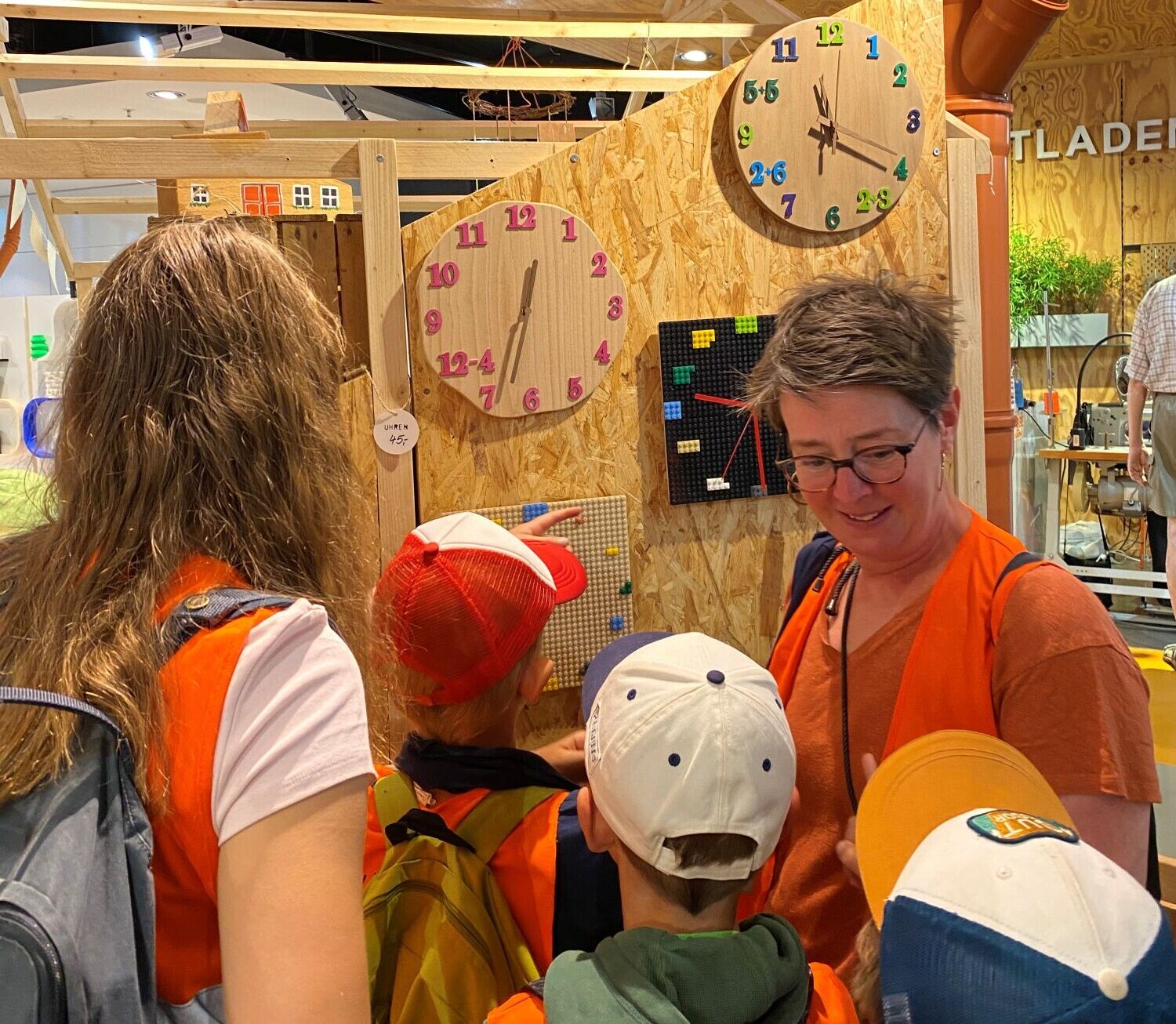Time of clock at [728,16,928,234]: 11:19
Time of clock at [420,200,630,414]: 12:33
